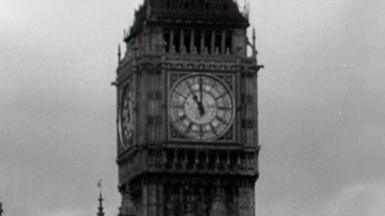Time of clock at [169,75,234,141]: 11:00
